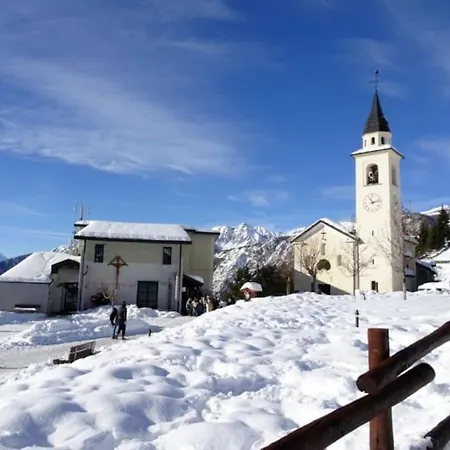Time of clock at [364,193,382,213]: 11:12
